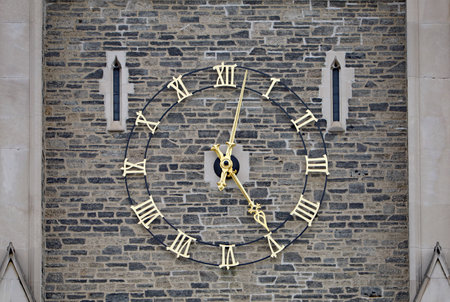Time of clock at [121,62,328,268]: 5:02
